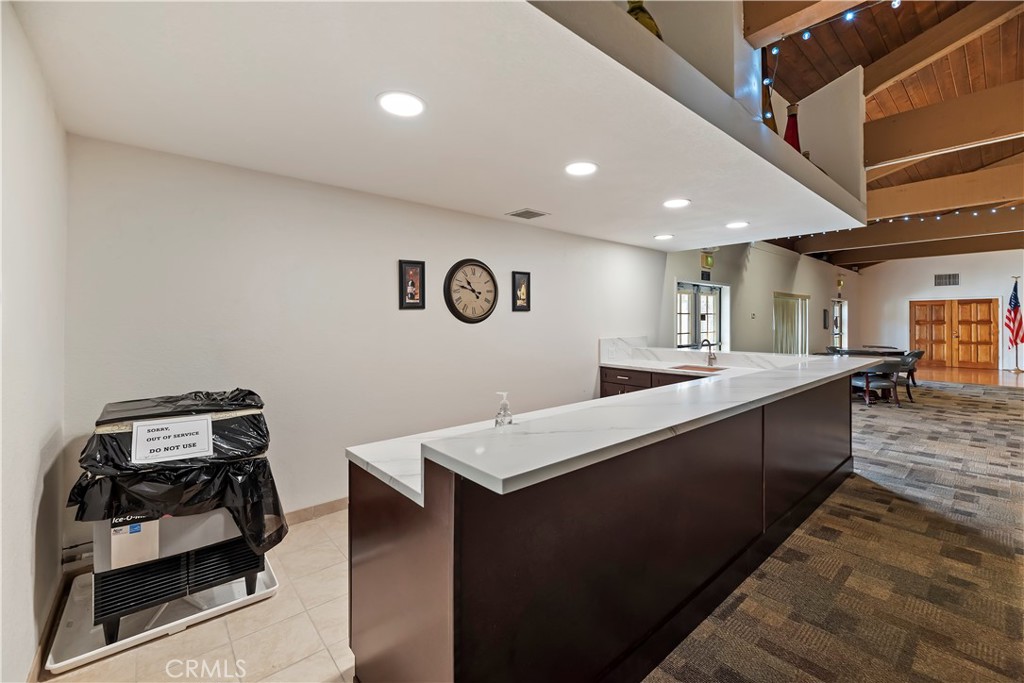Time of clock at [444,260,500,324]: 10:47
